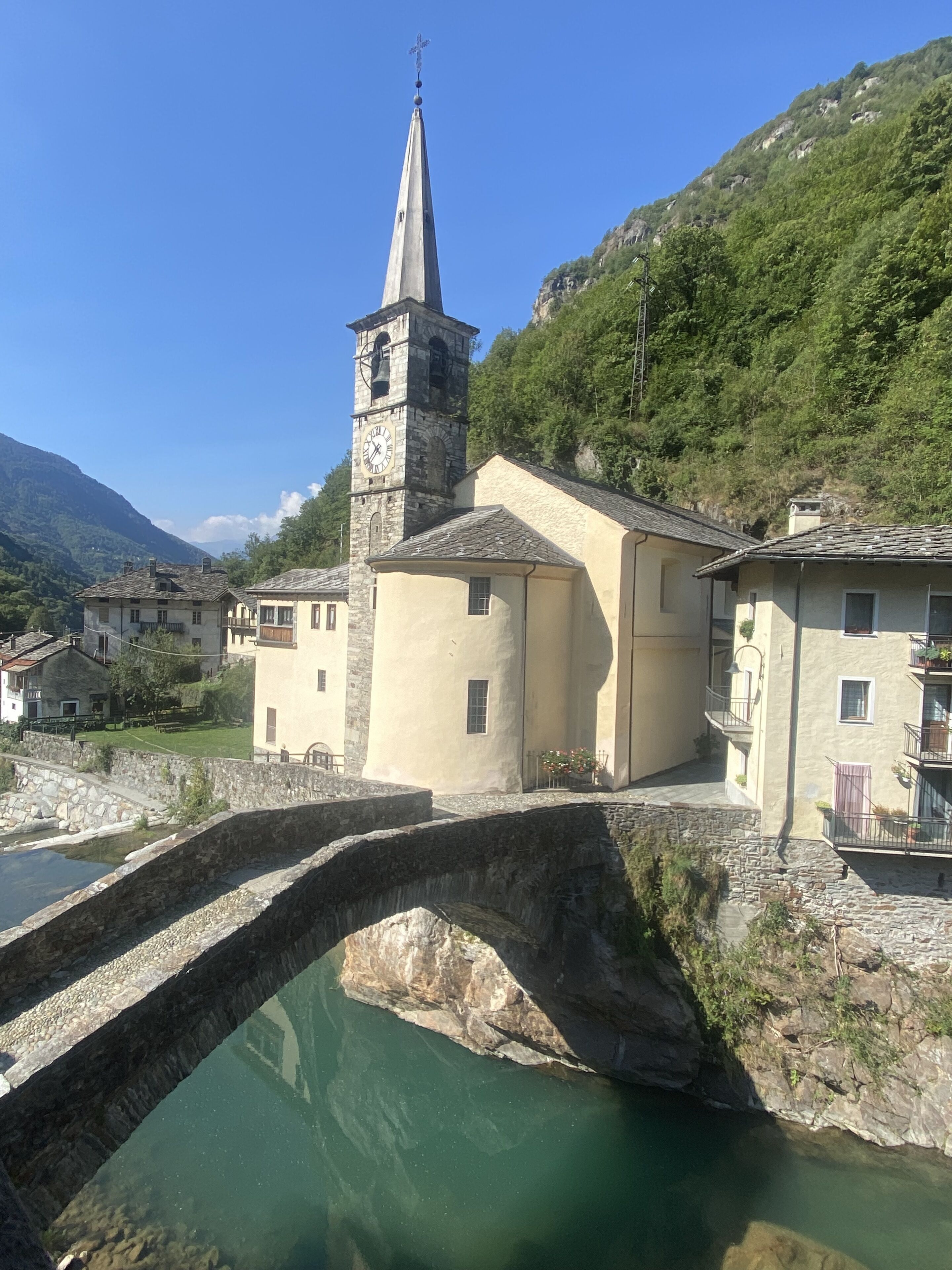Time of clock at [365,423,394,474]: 10:37
